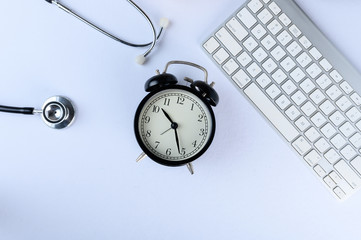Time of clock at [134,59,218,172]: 10:26
